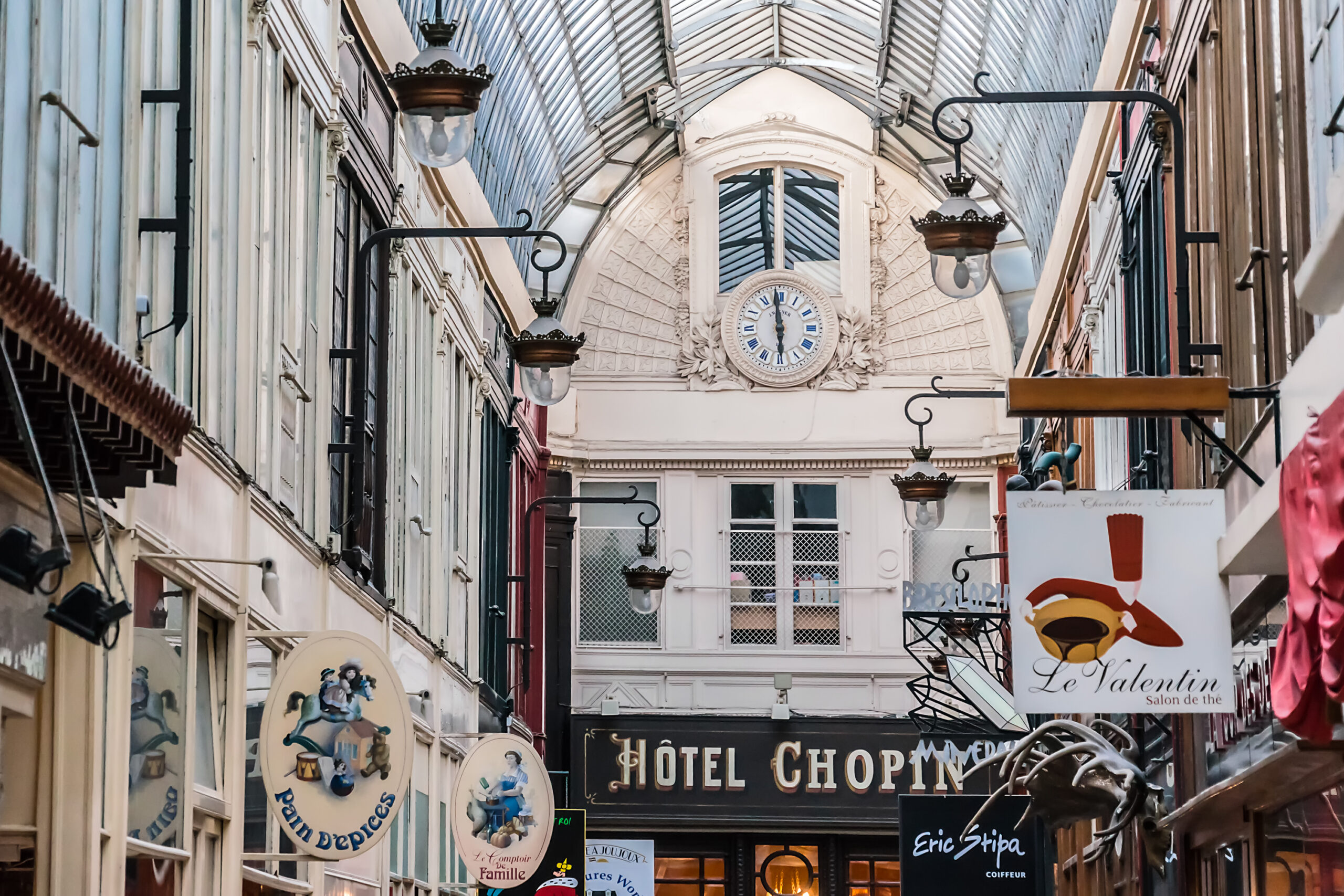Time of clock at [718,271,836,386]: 5:58
